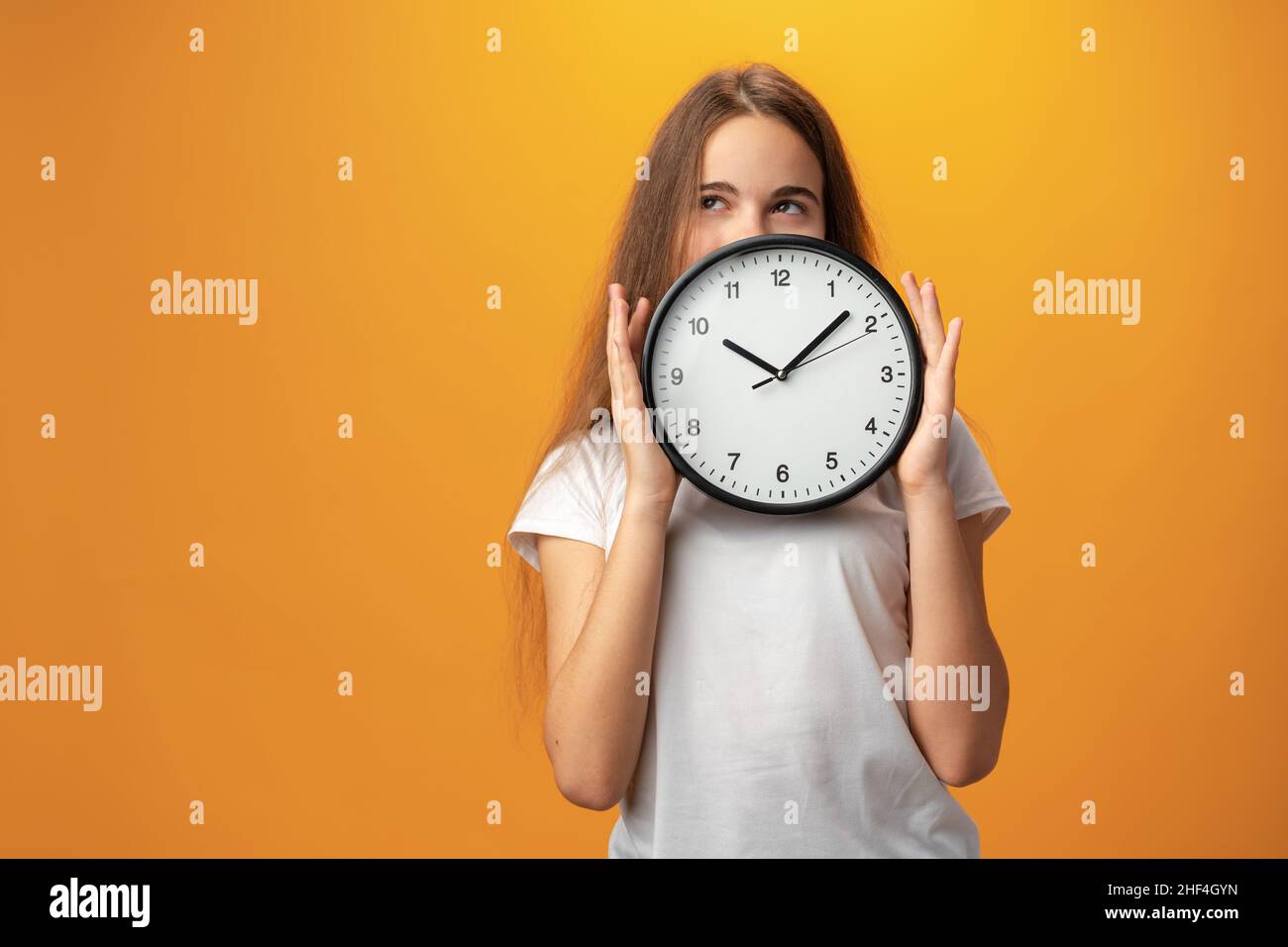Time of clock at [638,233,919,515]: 10:07
